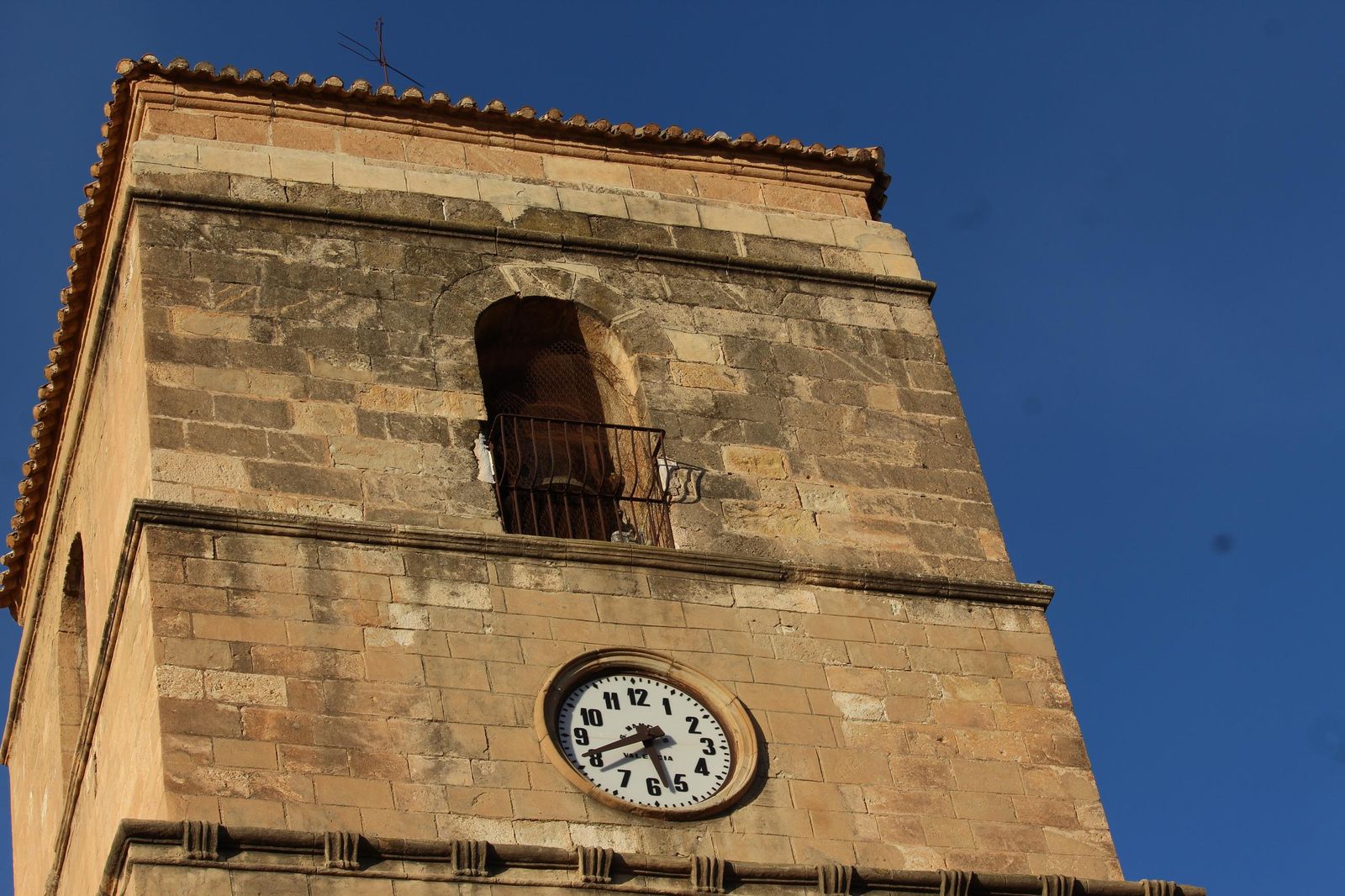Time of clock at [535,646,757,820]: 5:40
